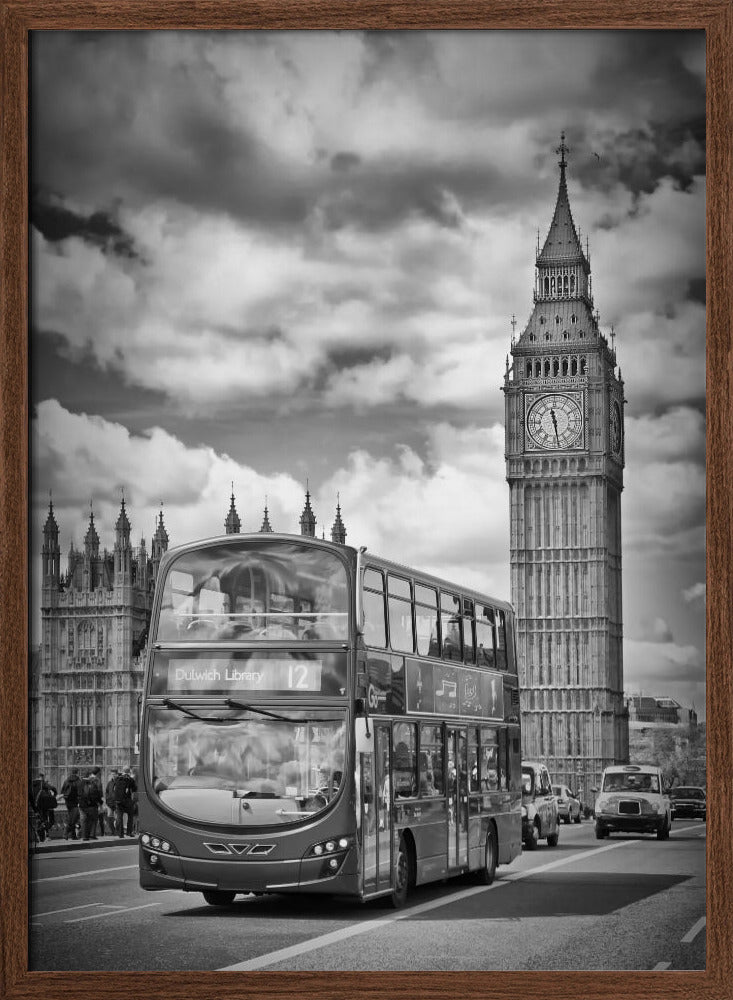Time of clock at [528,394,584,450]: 11:28
